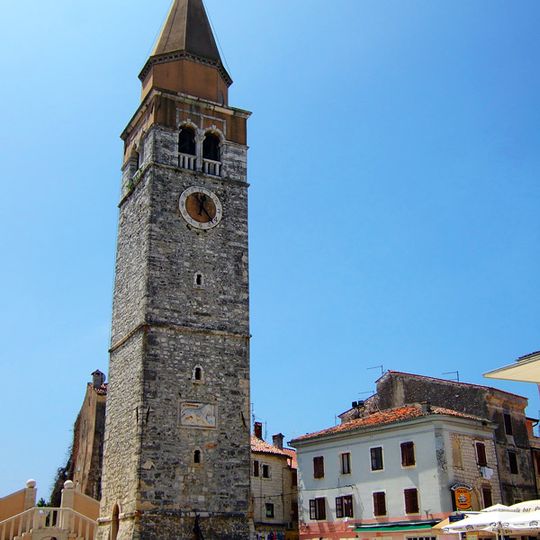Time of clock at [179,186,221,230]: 12:23
